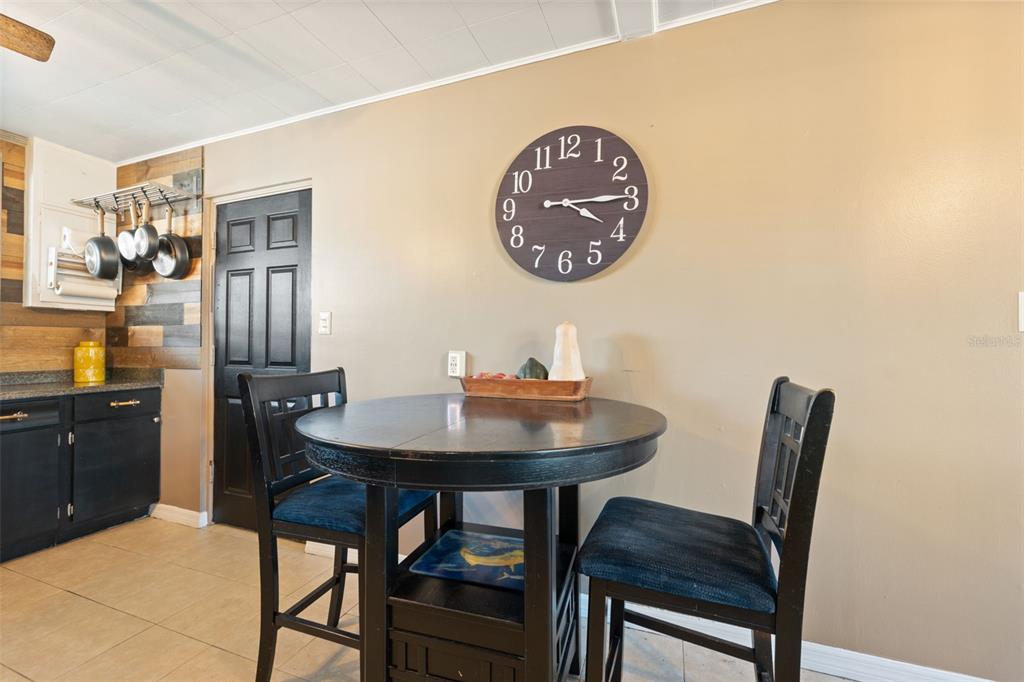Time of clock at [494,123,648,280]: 4:14
